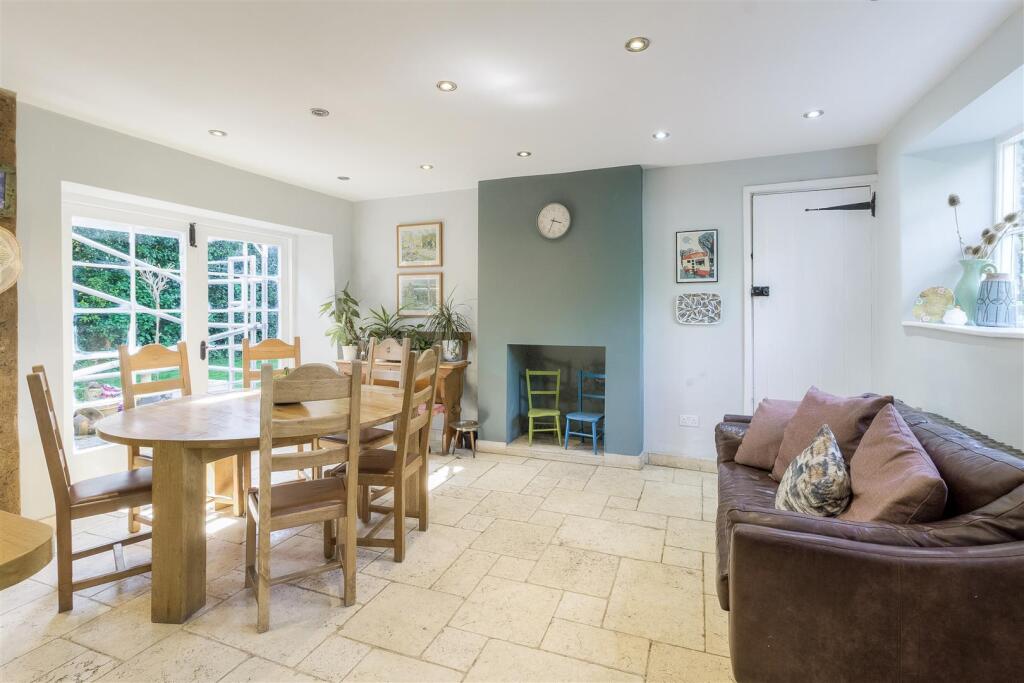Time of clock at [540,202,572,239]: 3:34
